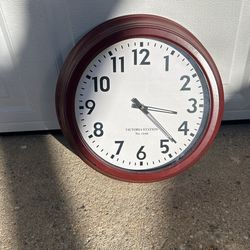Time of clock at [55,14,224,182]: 3:22
